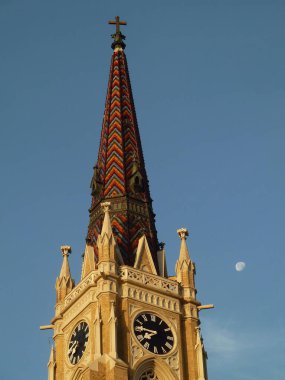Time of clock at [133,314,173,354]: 7:46
